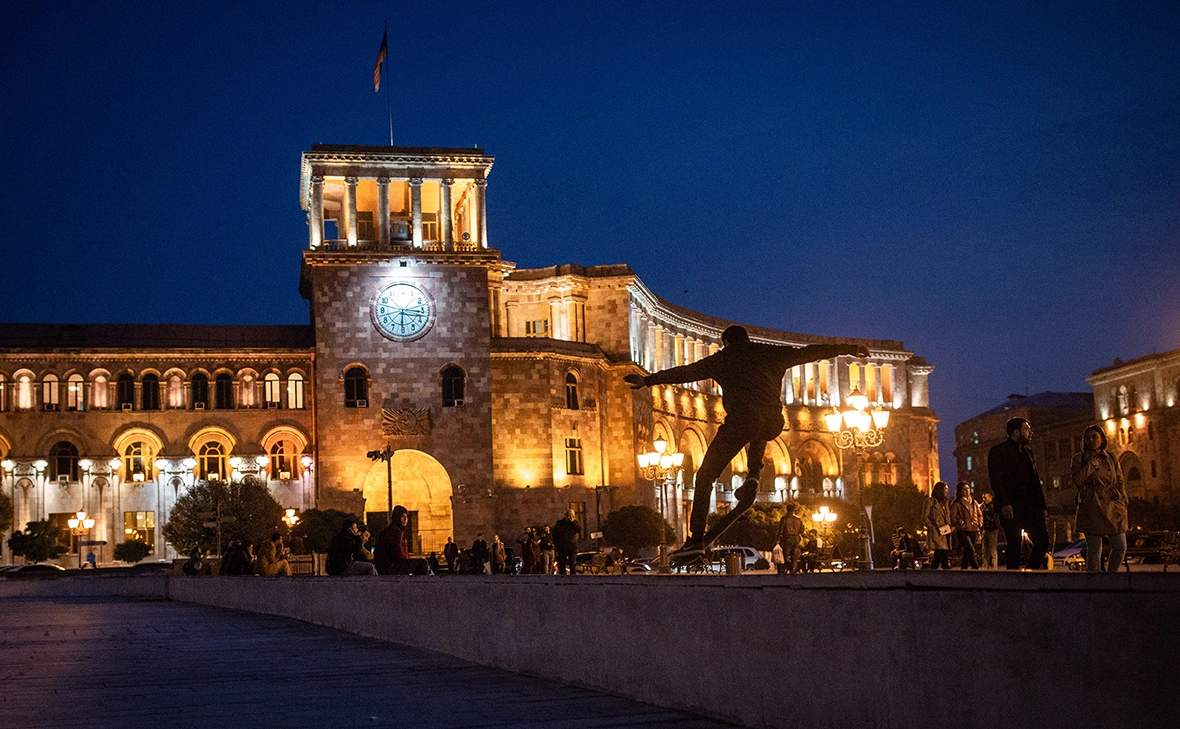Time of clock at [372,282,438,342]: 6:16
